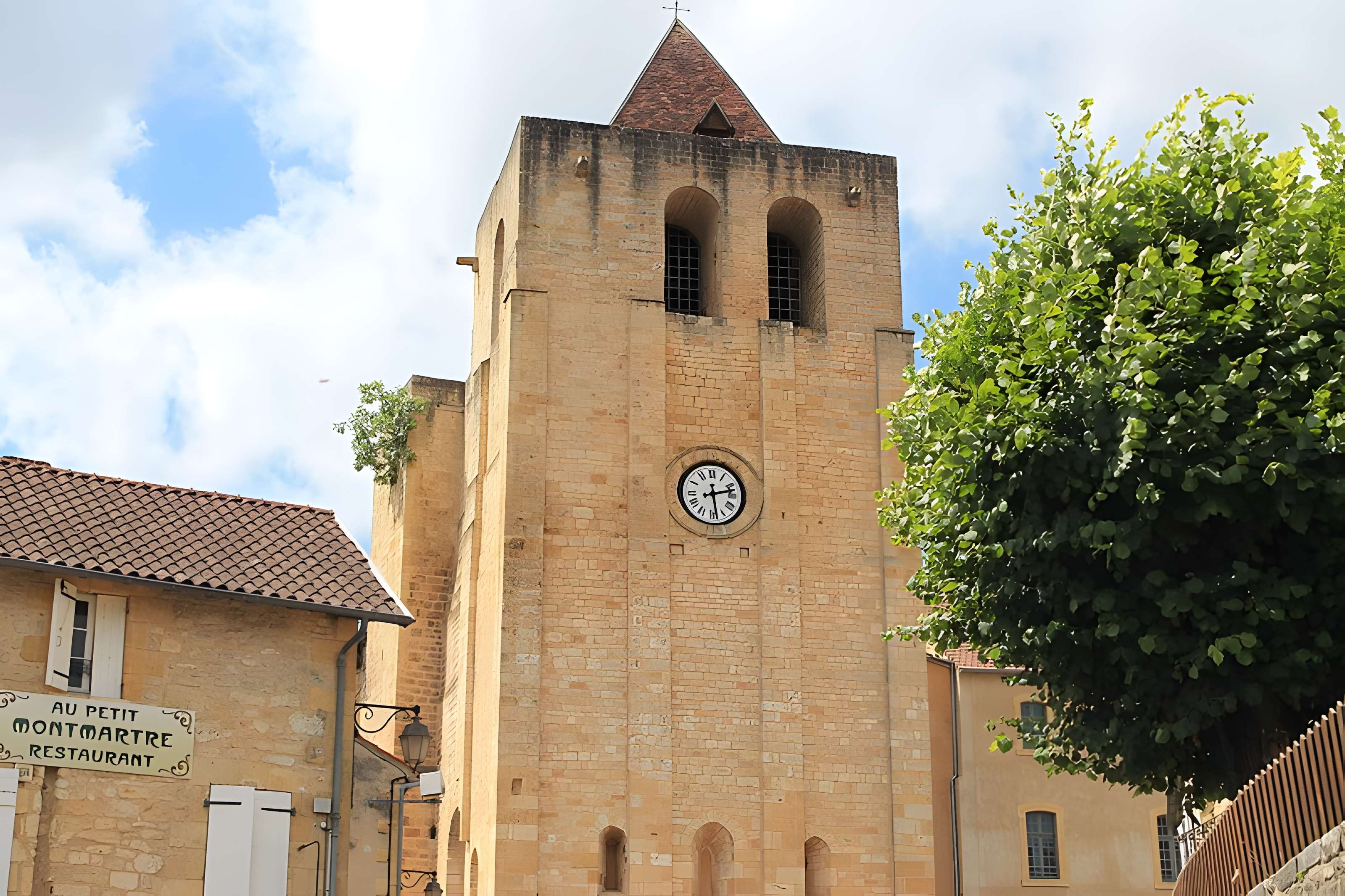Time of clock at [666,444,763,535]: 2:28
